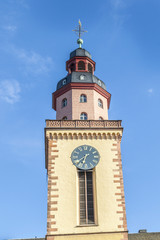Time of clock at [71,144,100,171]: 6:38
